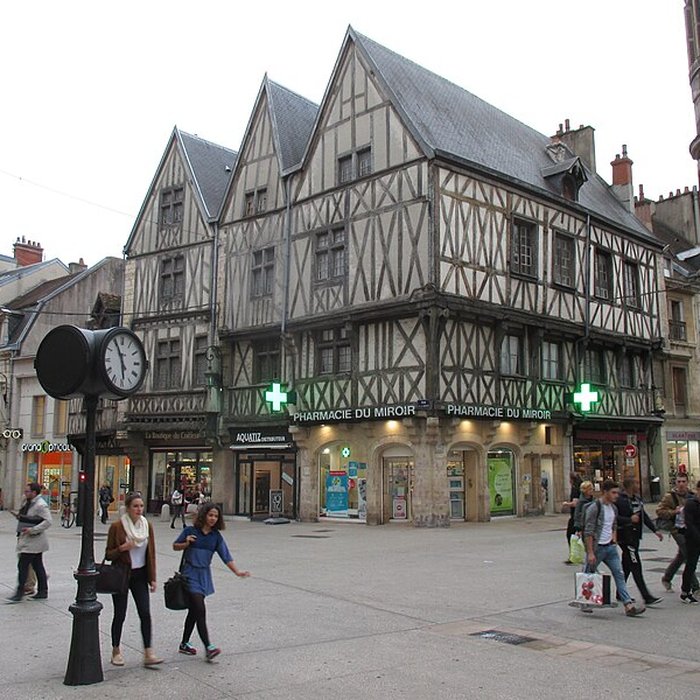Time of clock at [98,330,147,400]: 5:55
